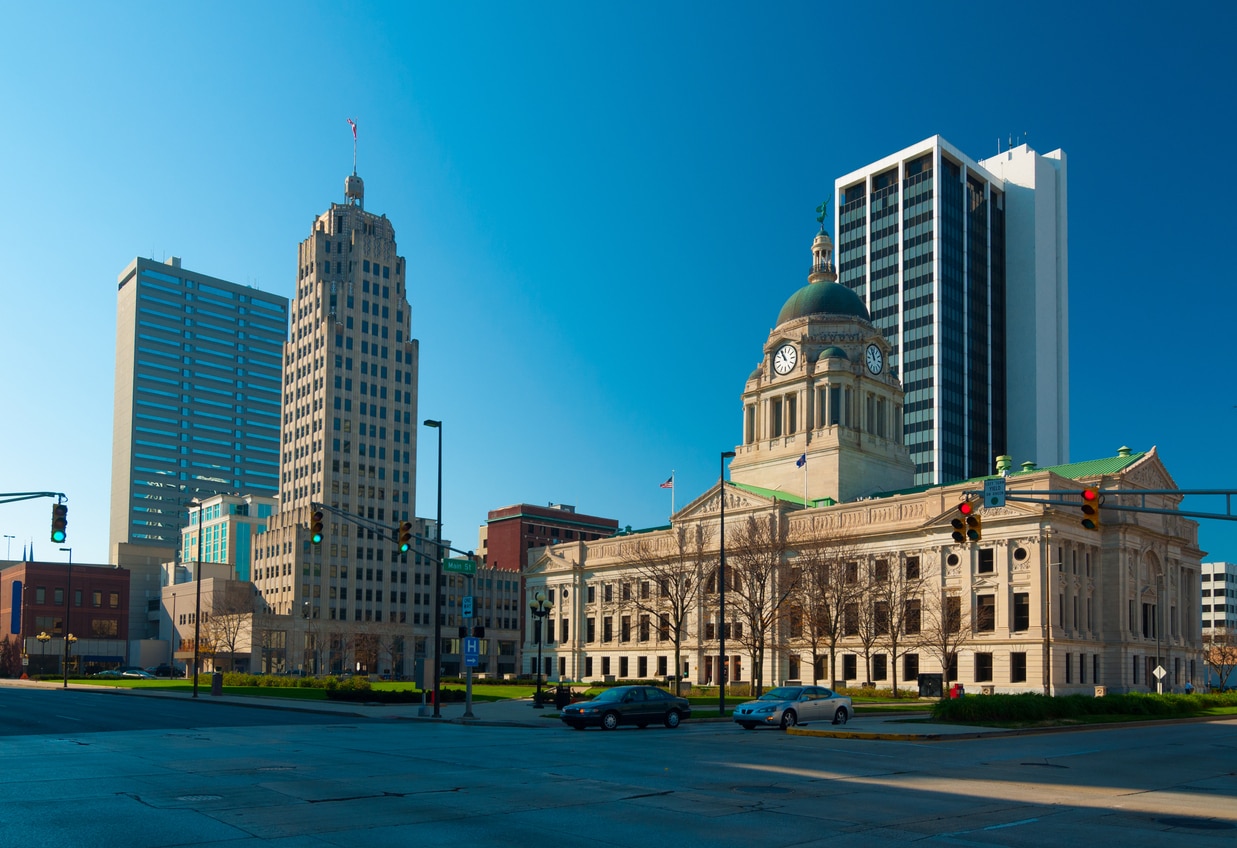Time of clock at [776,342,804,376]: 10:55
